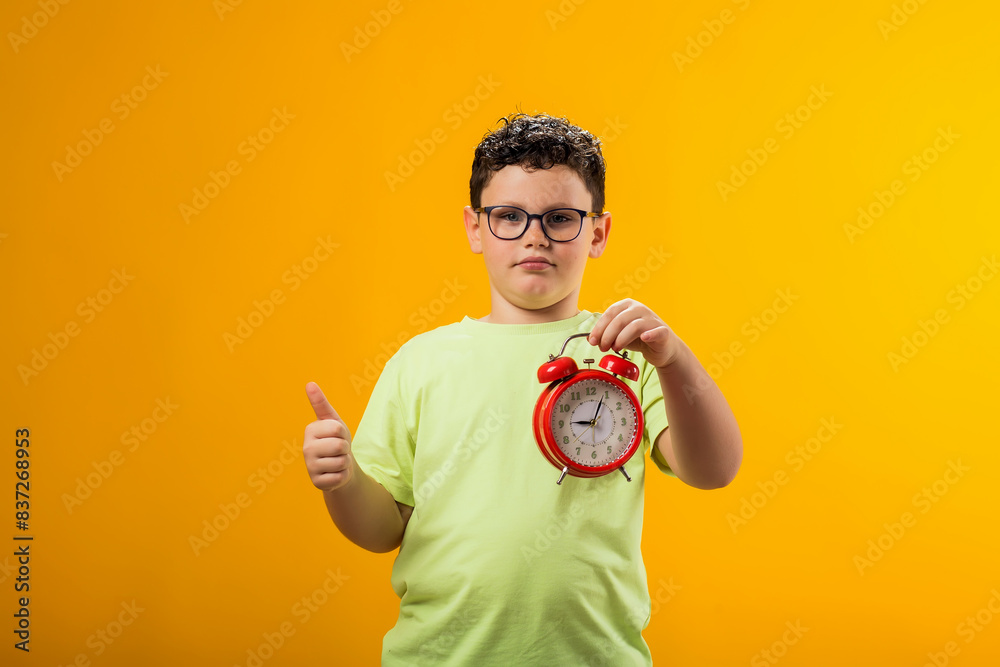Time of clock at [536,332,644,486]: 9:04
